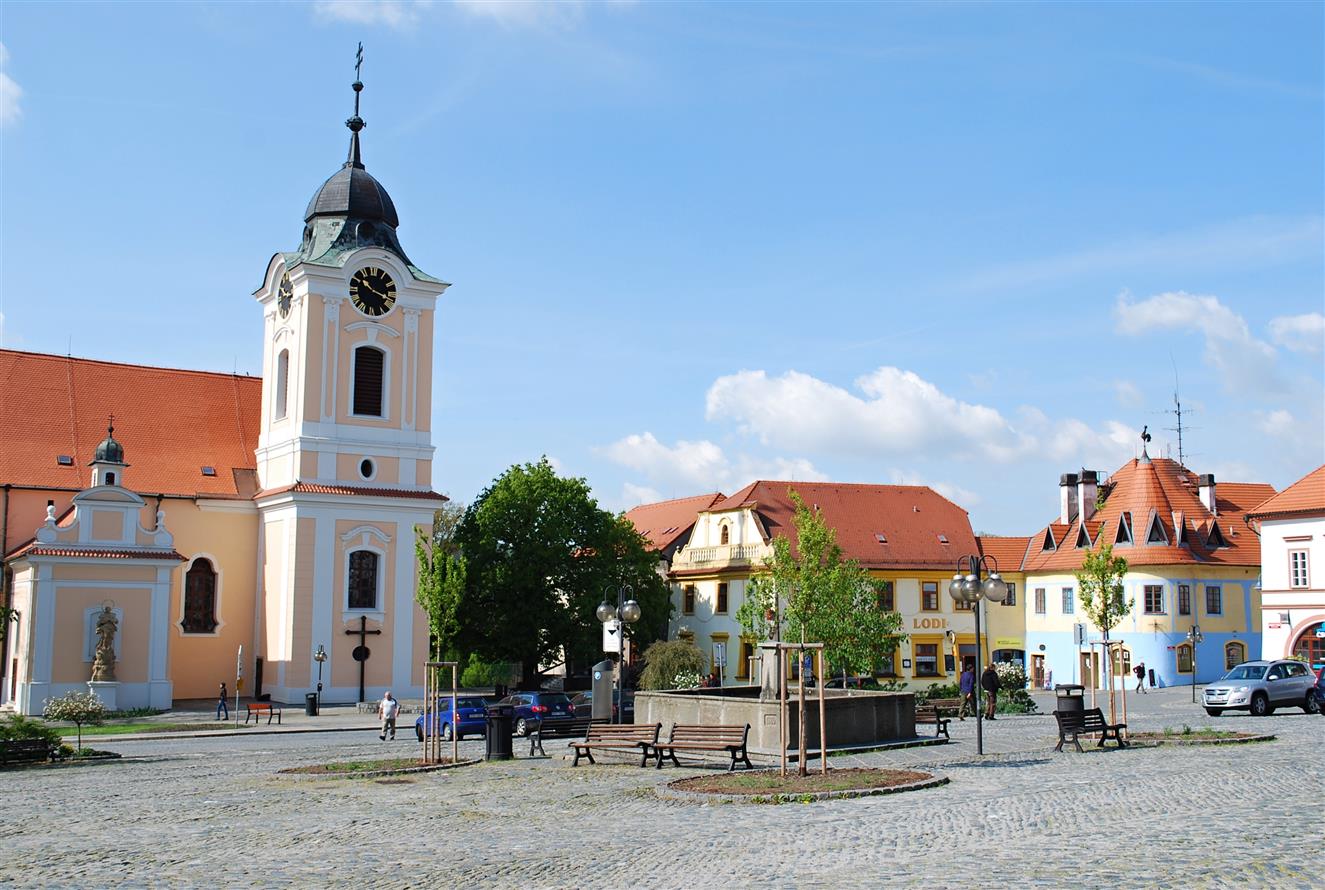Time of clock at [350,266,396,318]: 10:17
